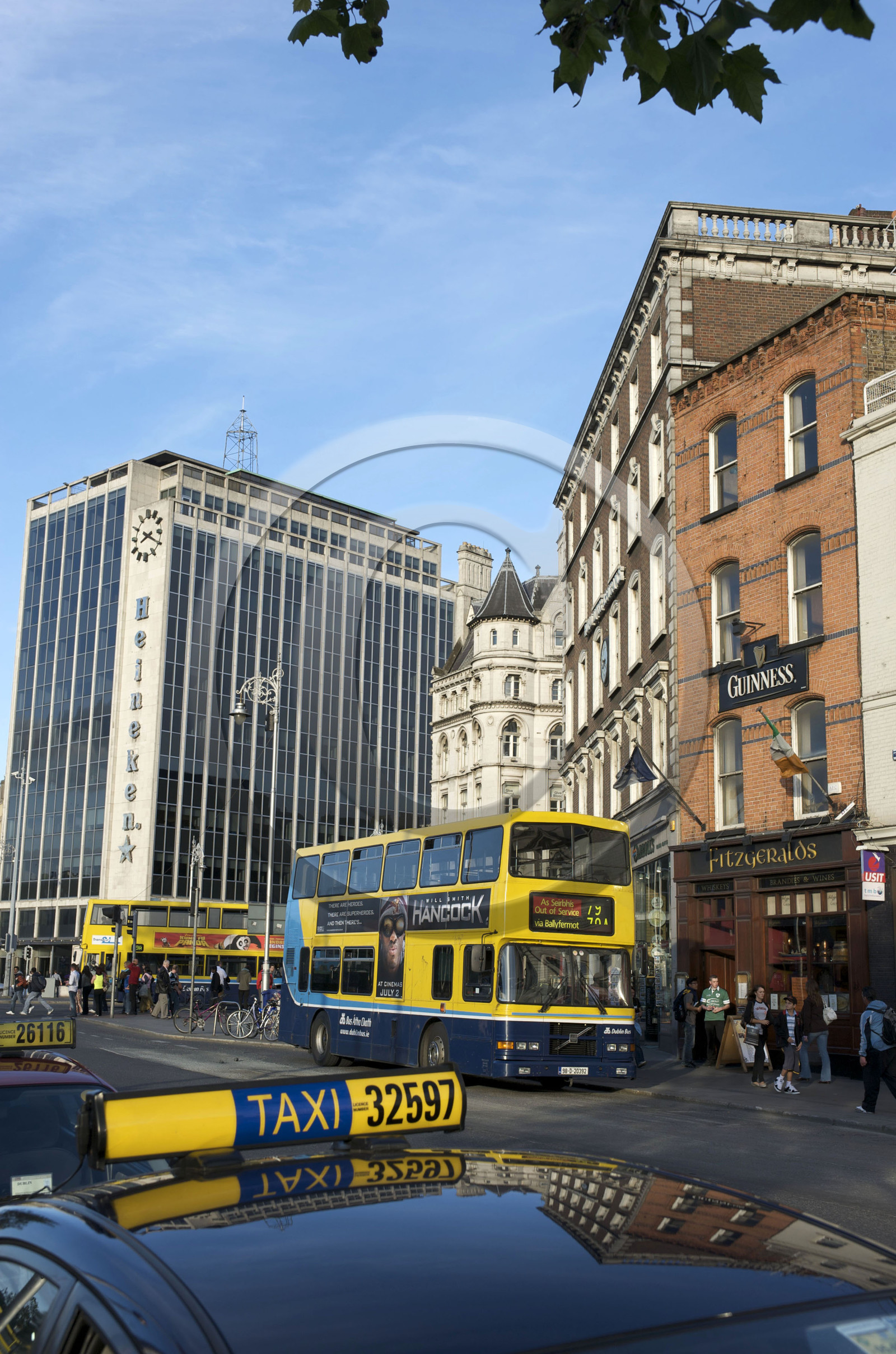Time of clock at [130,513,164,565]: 8:19
